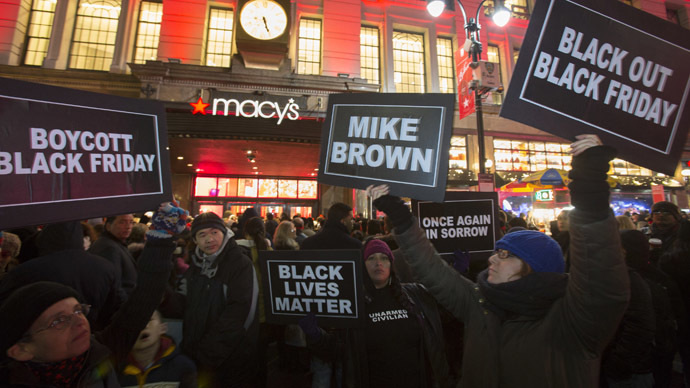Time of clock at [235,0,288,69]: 5:26
